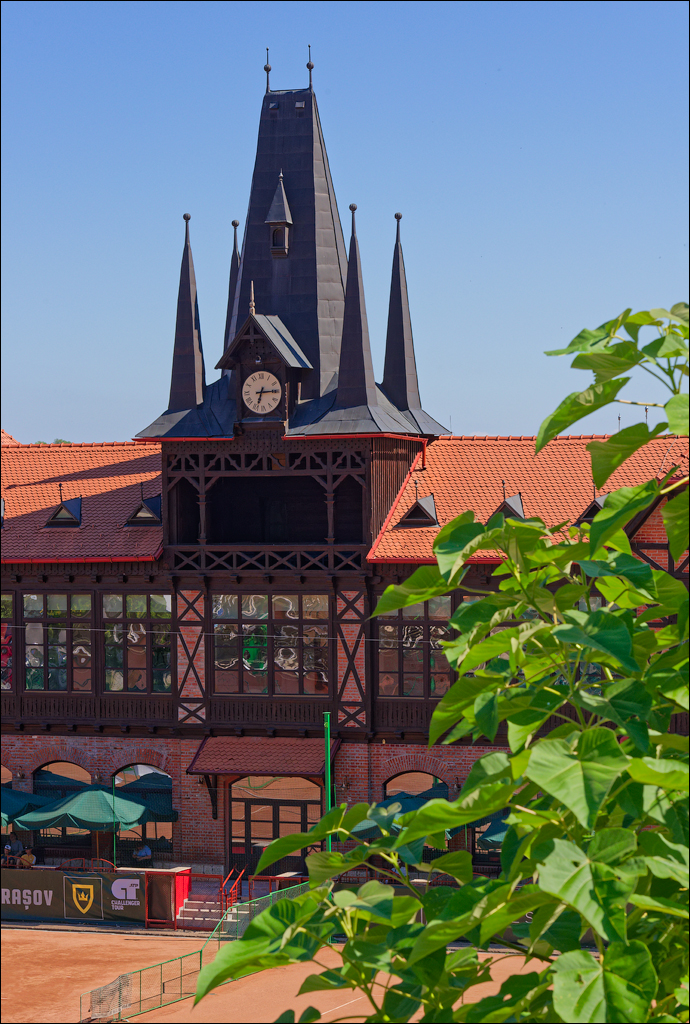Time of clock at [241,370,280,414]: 6:14
